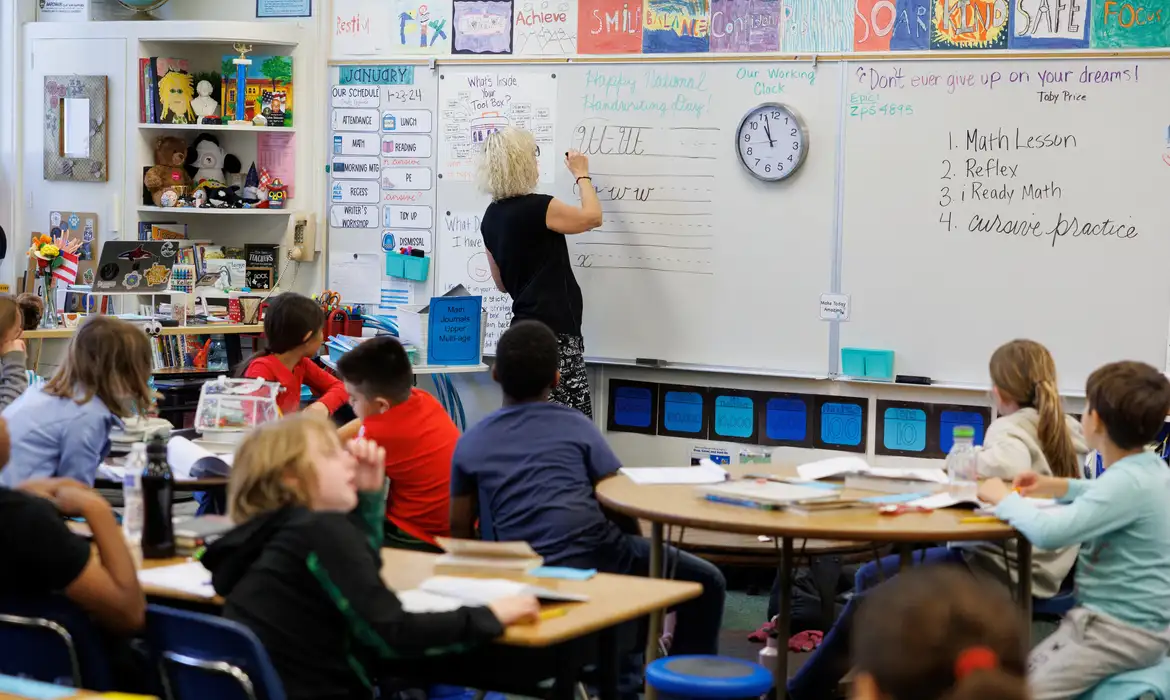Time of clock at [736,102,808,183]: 10:56
